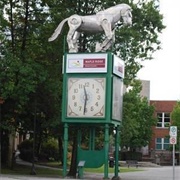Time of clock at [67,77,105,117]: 11:31
